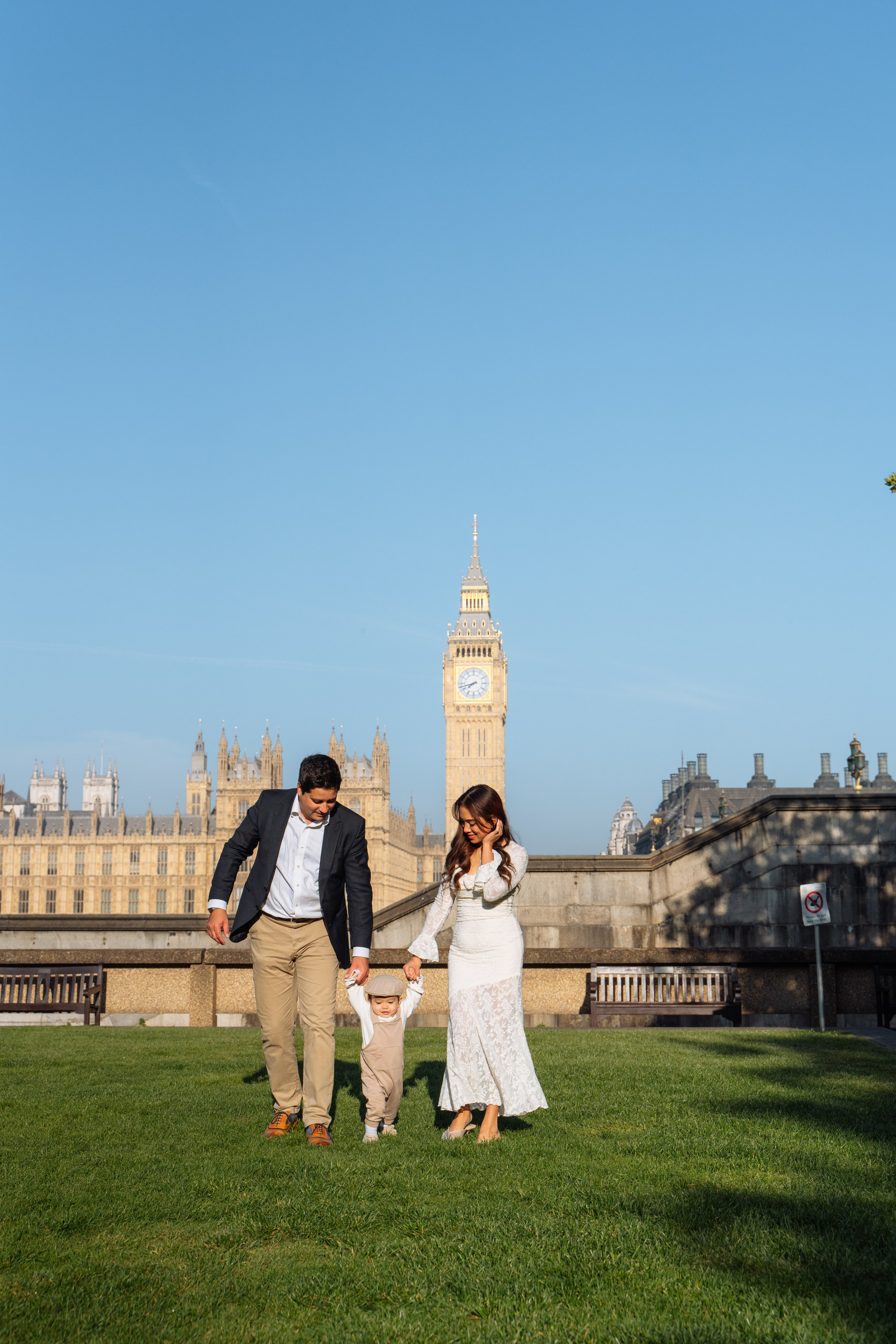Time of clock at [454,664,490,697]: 7:42
